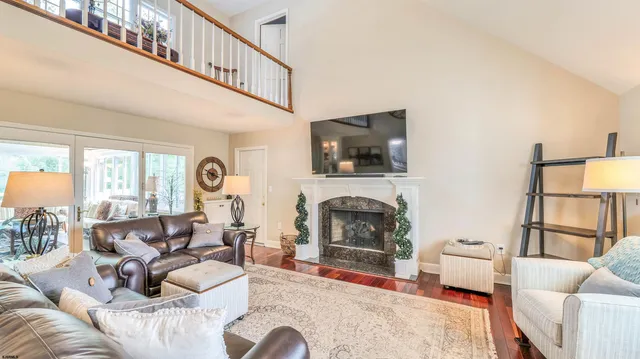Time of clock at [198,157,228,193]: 3:48
